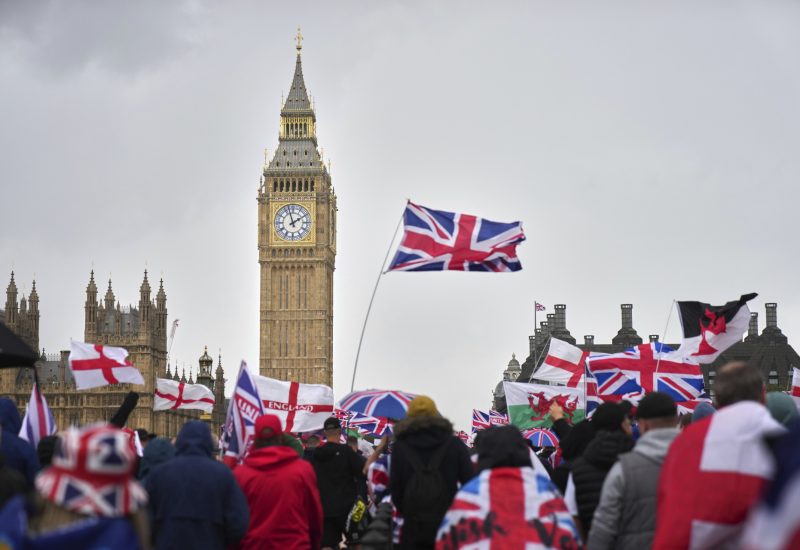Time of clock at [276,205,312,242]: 1:57
